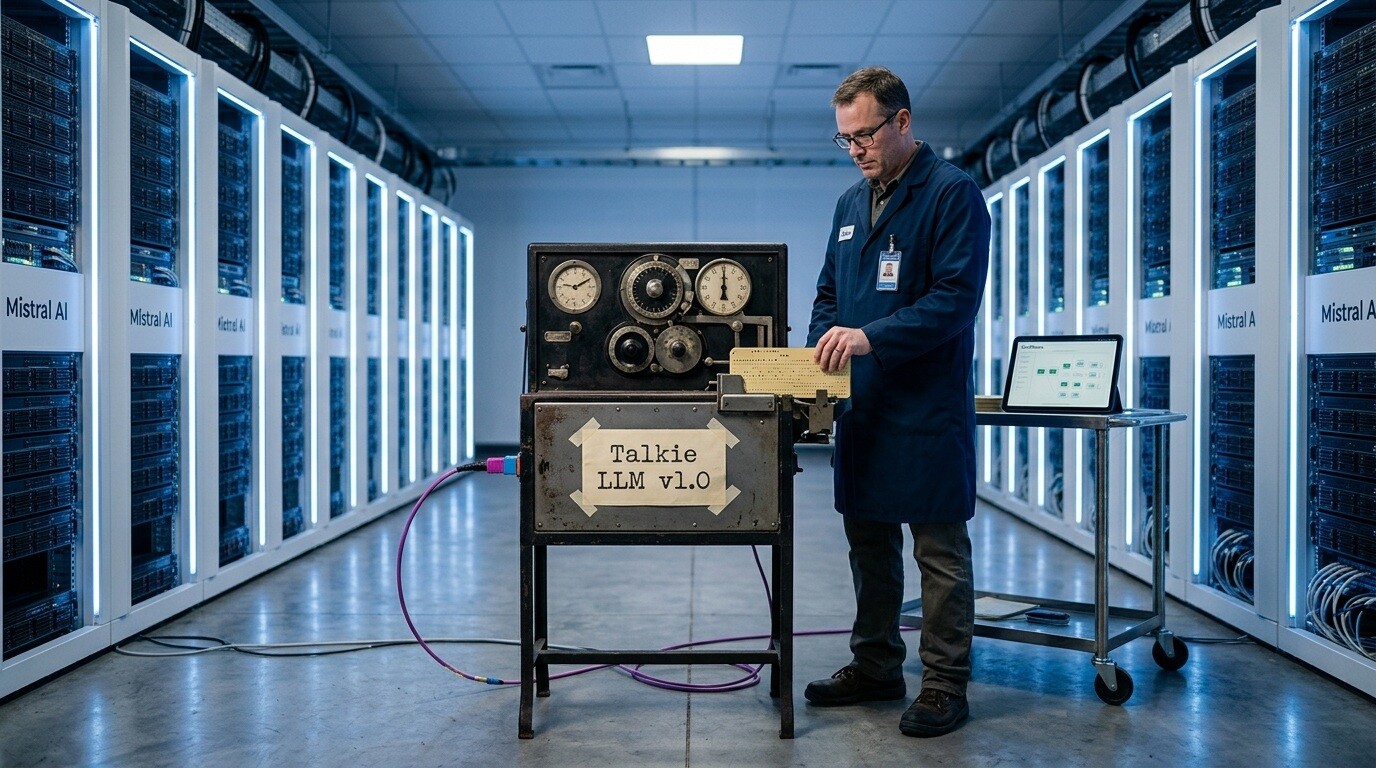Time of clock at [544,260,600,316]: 9:10
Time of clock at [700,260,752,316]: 6:00
